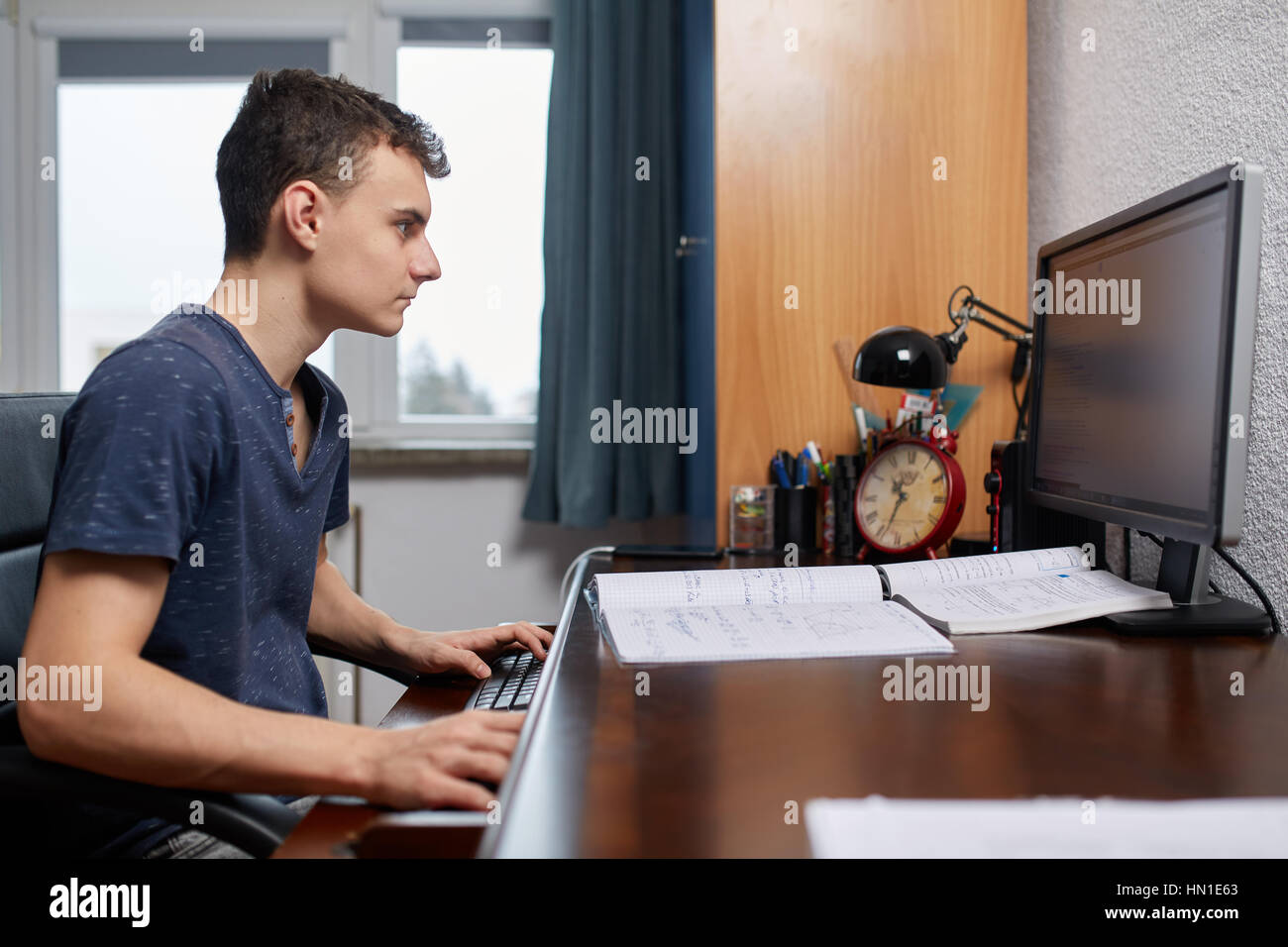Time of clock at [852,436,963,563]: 10:33
